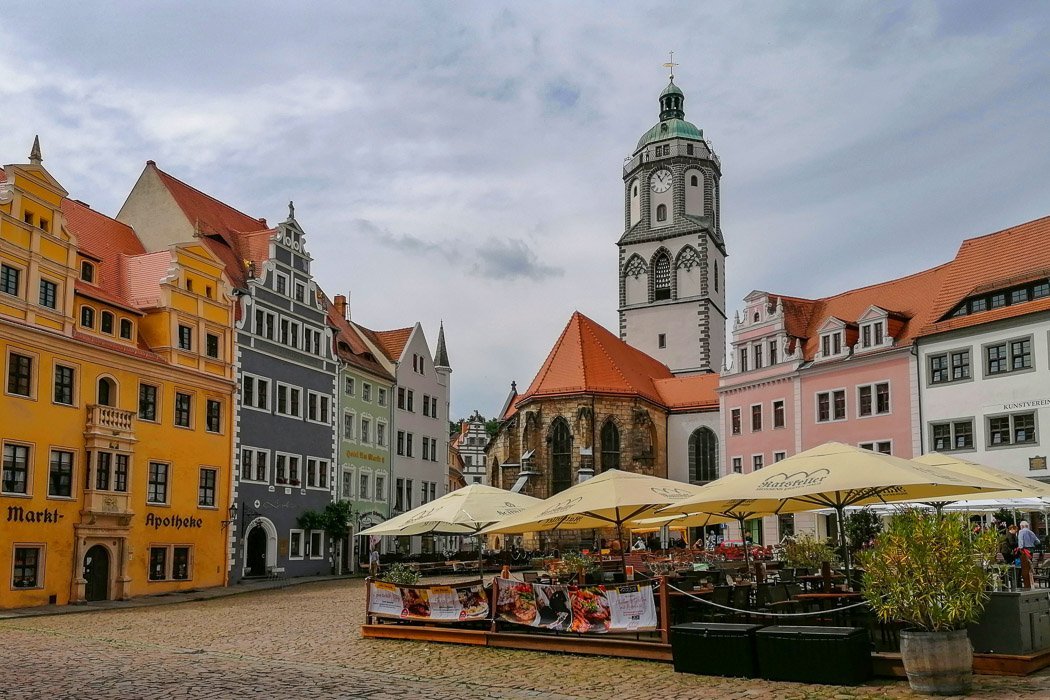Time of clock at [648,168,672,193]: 11:07
